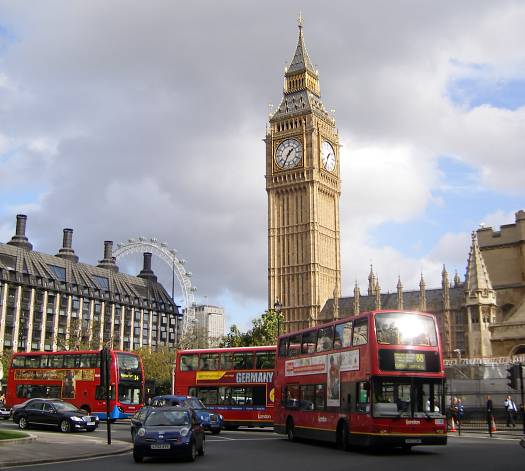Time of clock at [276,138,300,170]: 1:35
